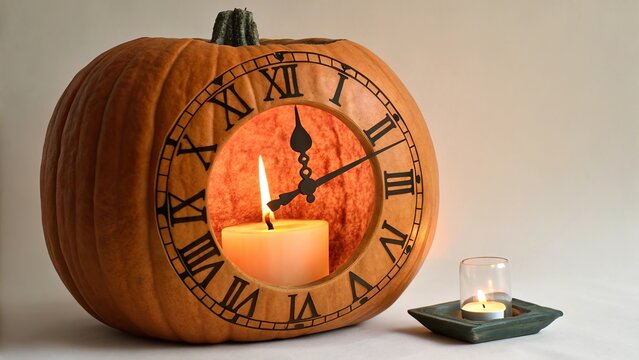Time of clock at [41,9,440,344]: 12:11
